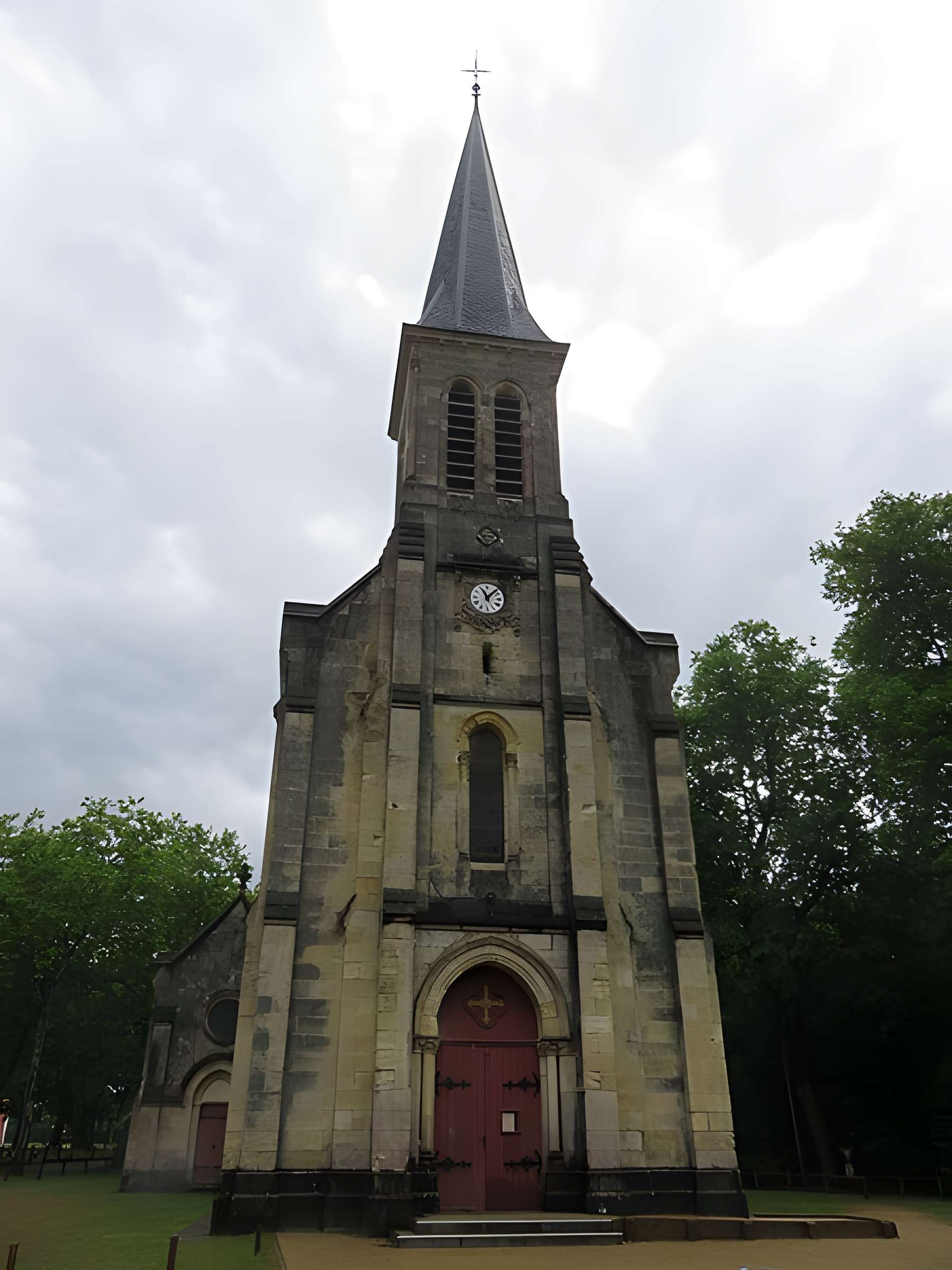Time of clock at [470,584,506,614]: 11:07
